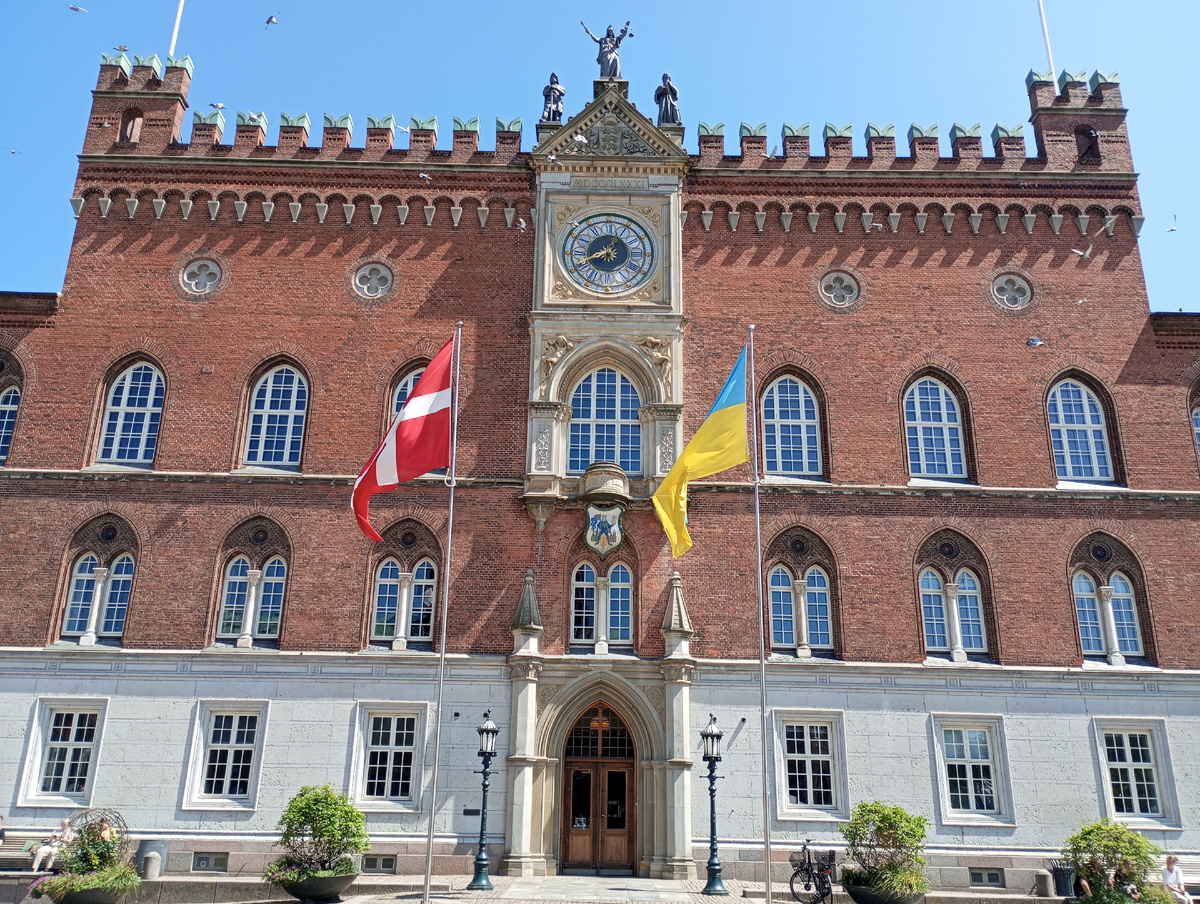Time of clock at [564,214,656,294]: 12:41
